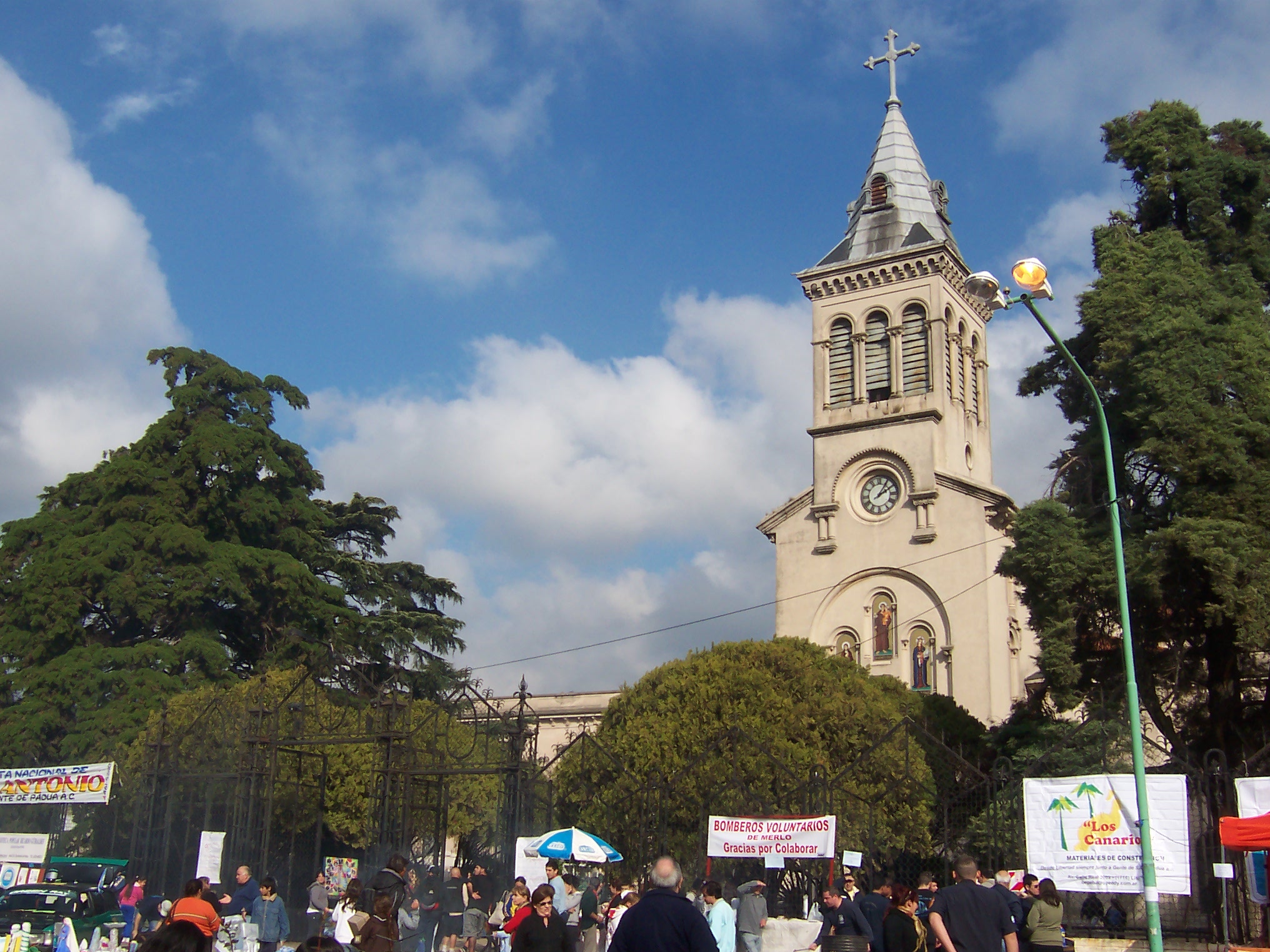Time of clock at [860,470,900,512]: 2:06
